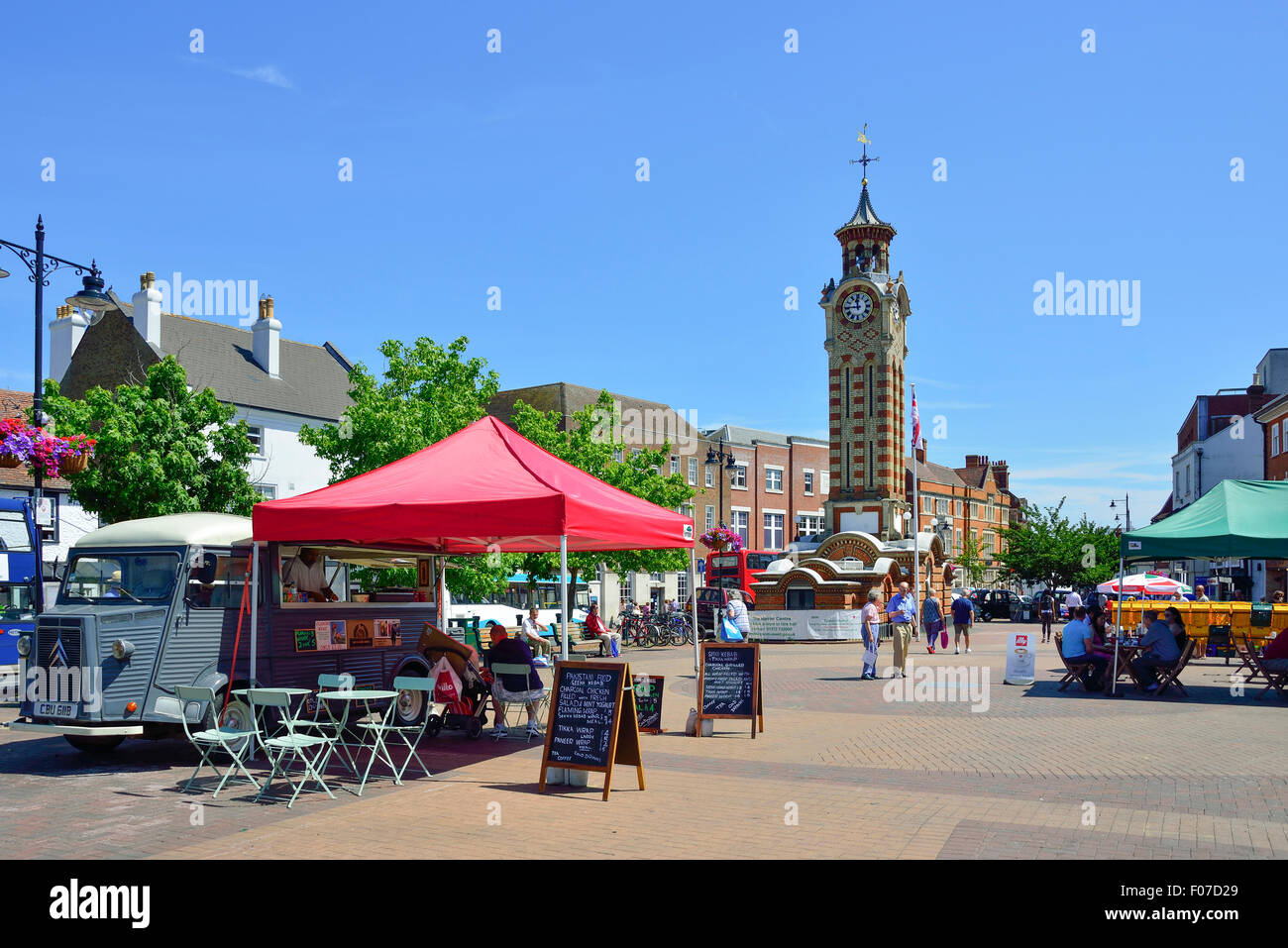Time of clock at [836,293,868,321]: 11:44
